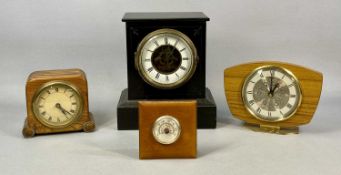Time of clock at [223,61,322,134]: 1:00
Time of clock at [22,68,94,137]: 5:23
